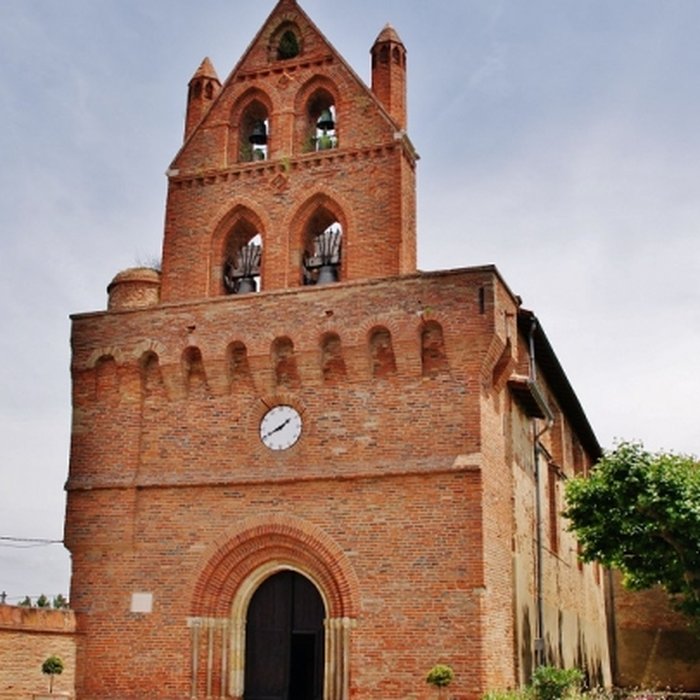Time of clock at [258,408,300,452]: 1:40
